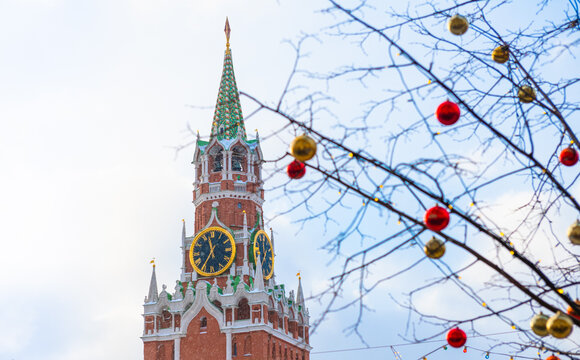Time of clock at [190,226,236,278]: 11:35
